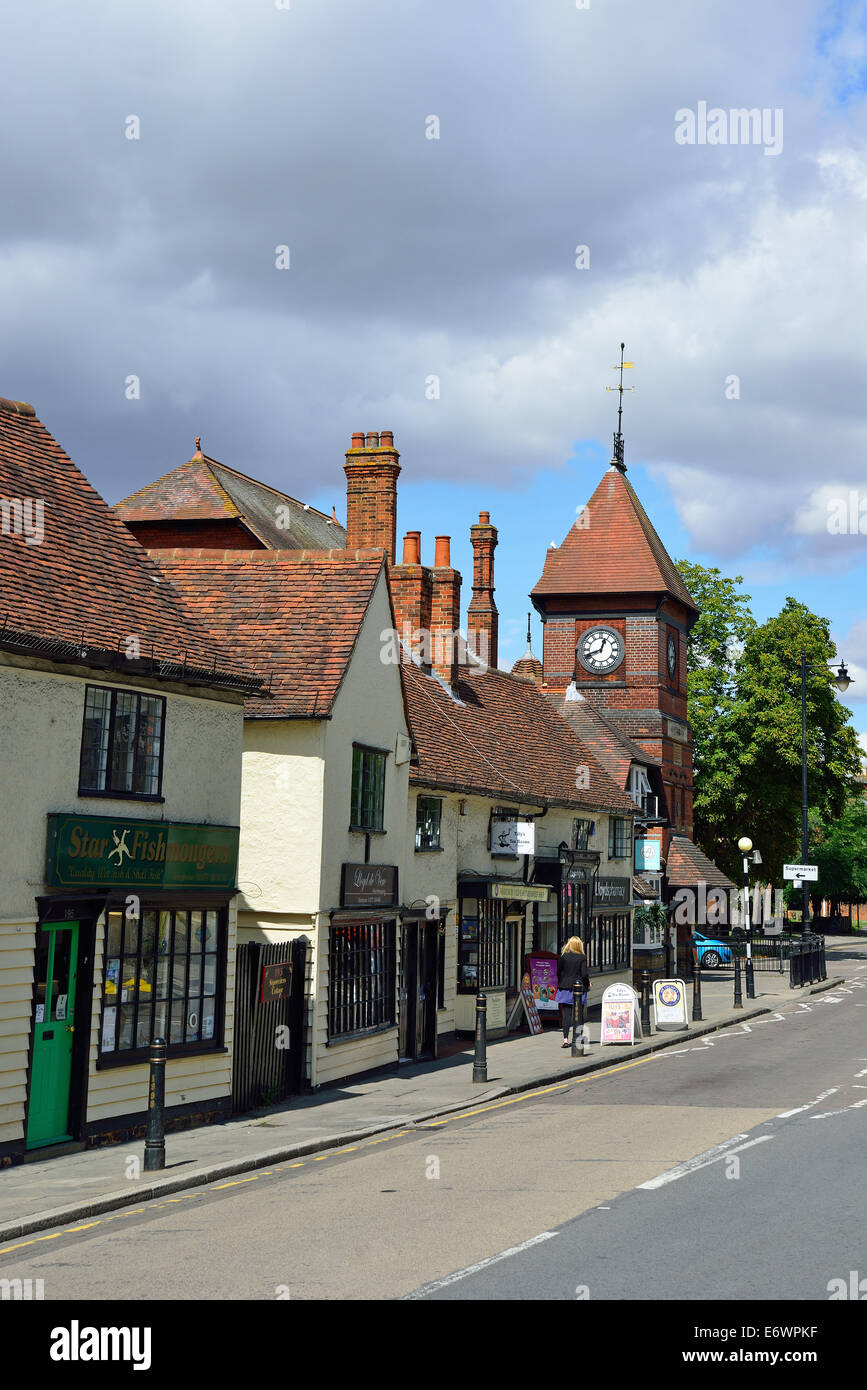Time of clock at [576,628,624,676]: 12:41
